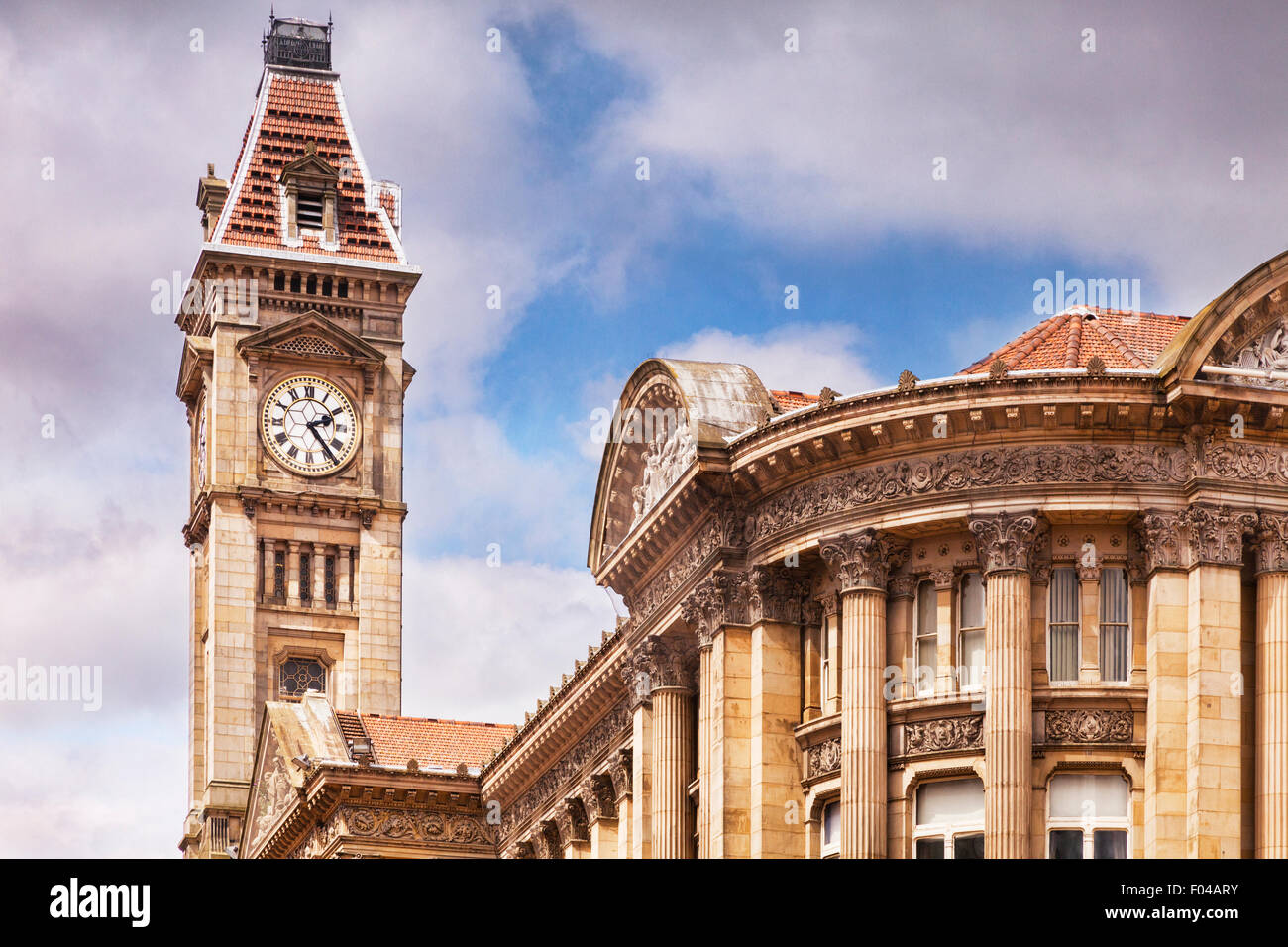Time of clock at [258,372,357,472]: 2:23
